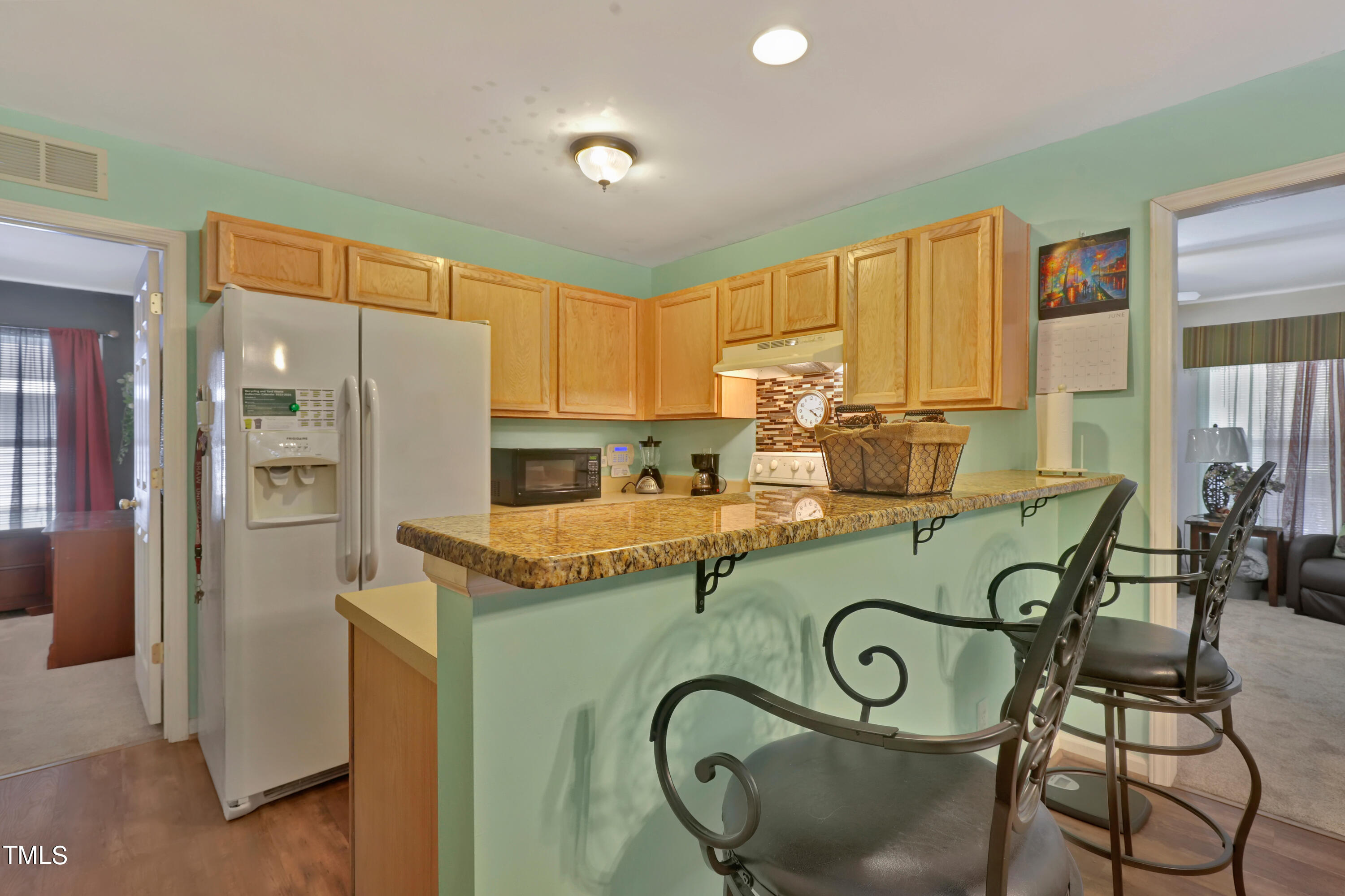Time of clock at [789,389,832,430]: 4:13
